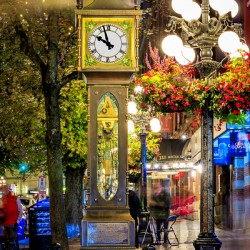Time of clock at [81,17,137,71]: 9:57
